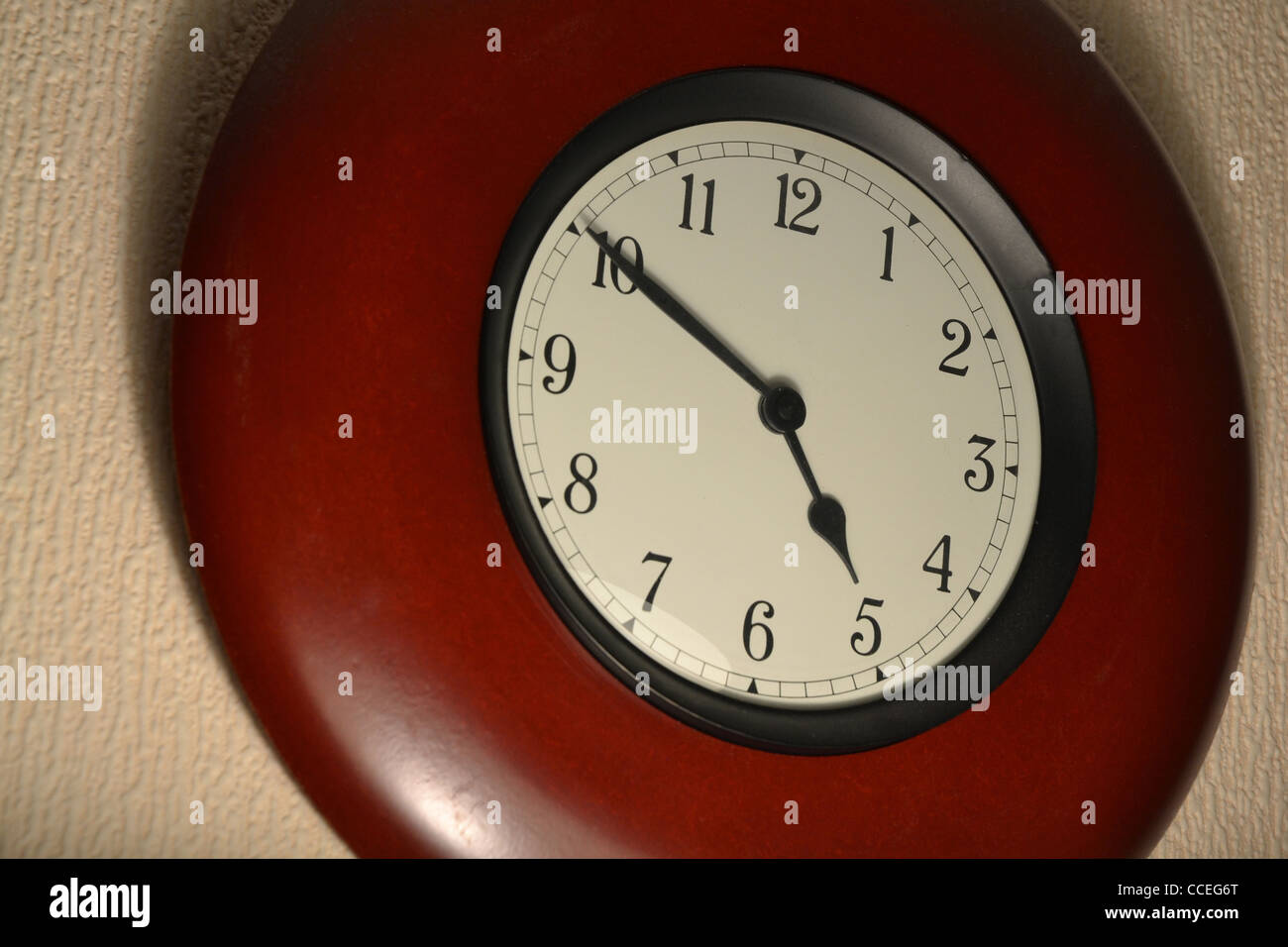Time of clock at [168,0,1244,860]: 4:50
